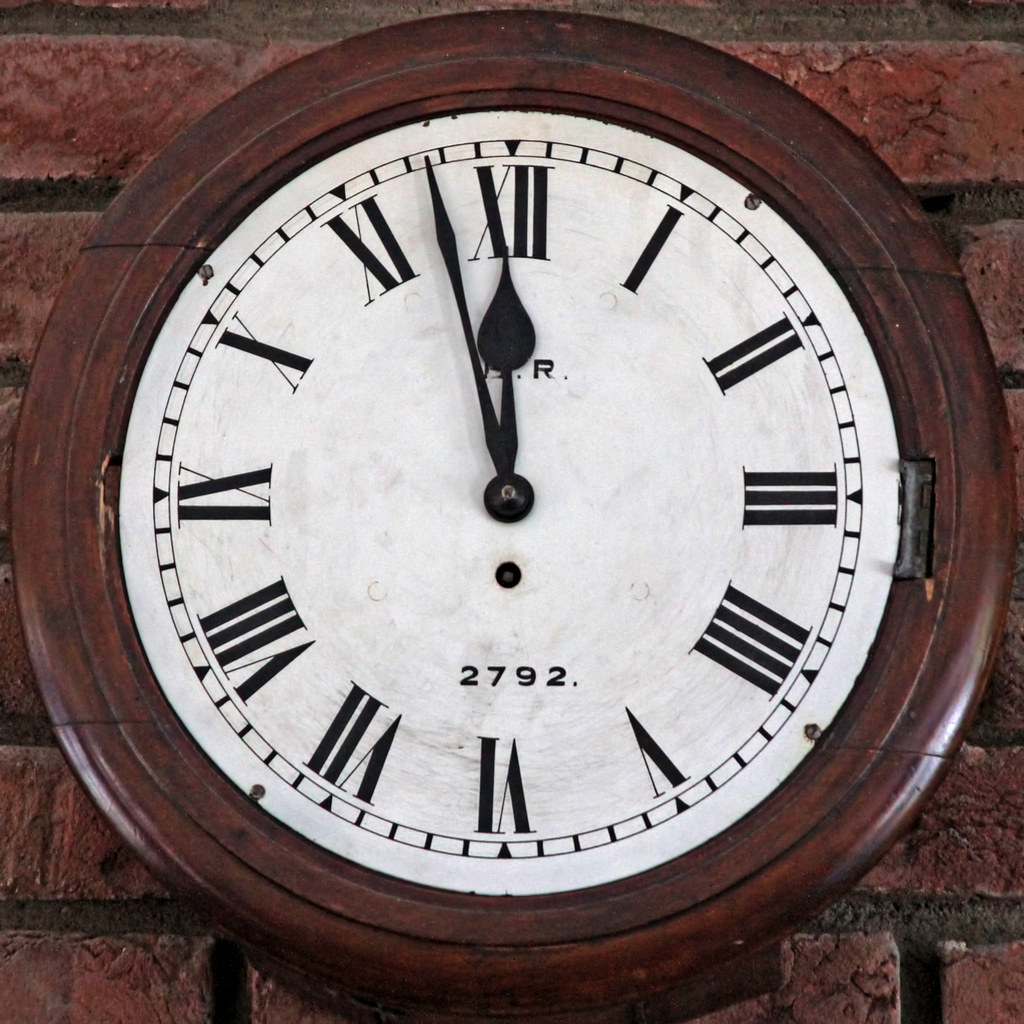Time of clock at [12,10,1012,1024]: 11:57
